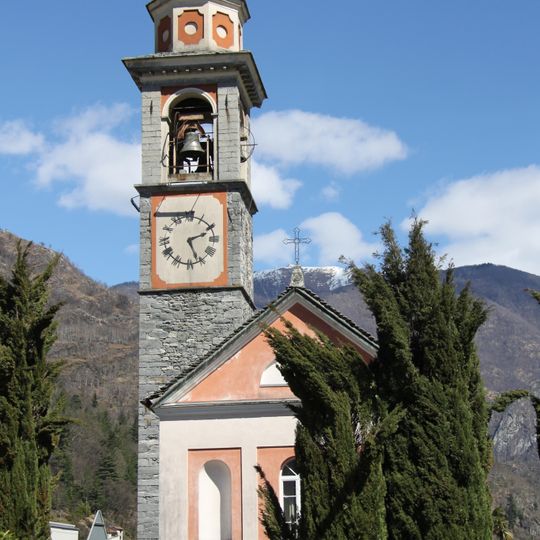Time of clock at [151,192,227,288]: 2:26
